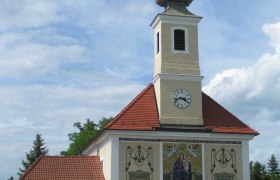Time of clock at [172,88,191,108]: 3:42
